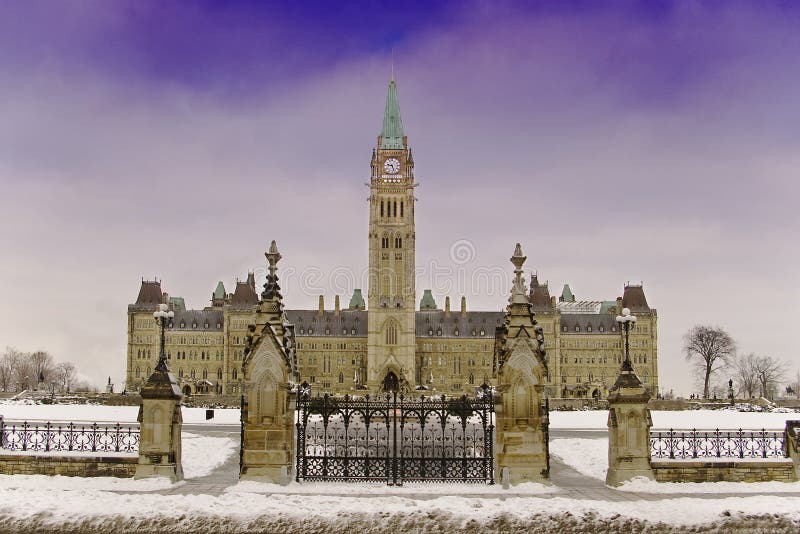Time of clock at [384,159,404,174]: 9:27
